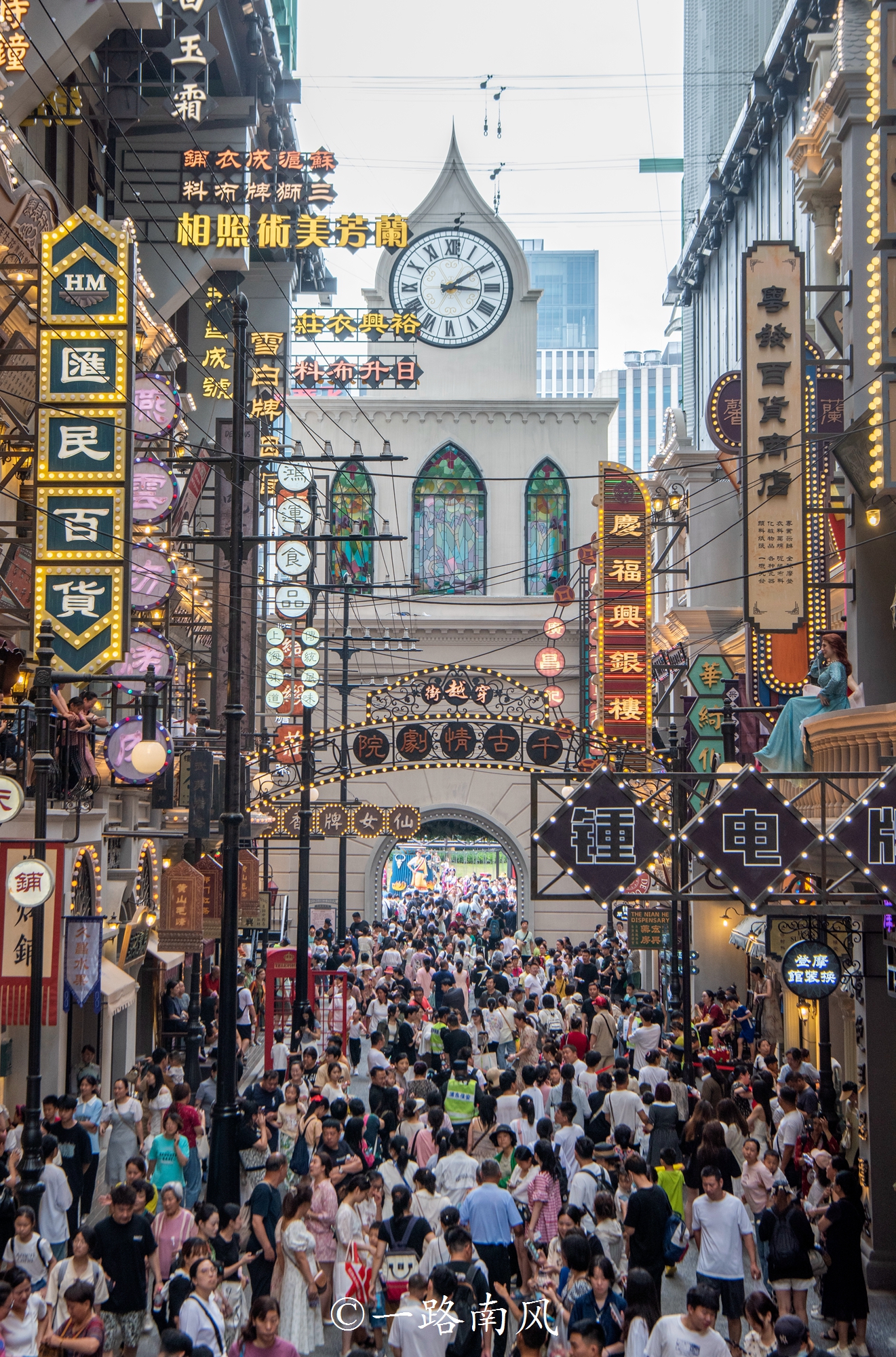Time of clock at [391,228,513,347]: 3:09
